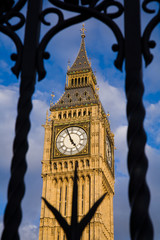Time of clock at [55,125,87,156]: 4:56
